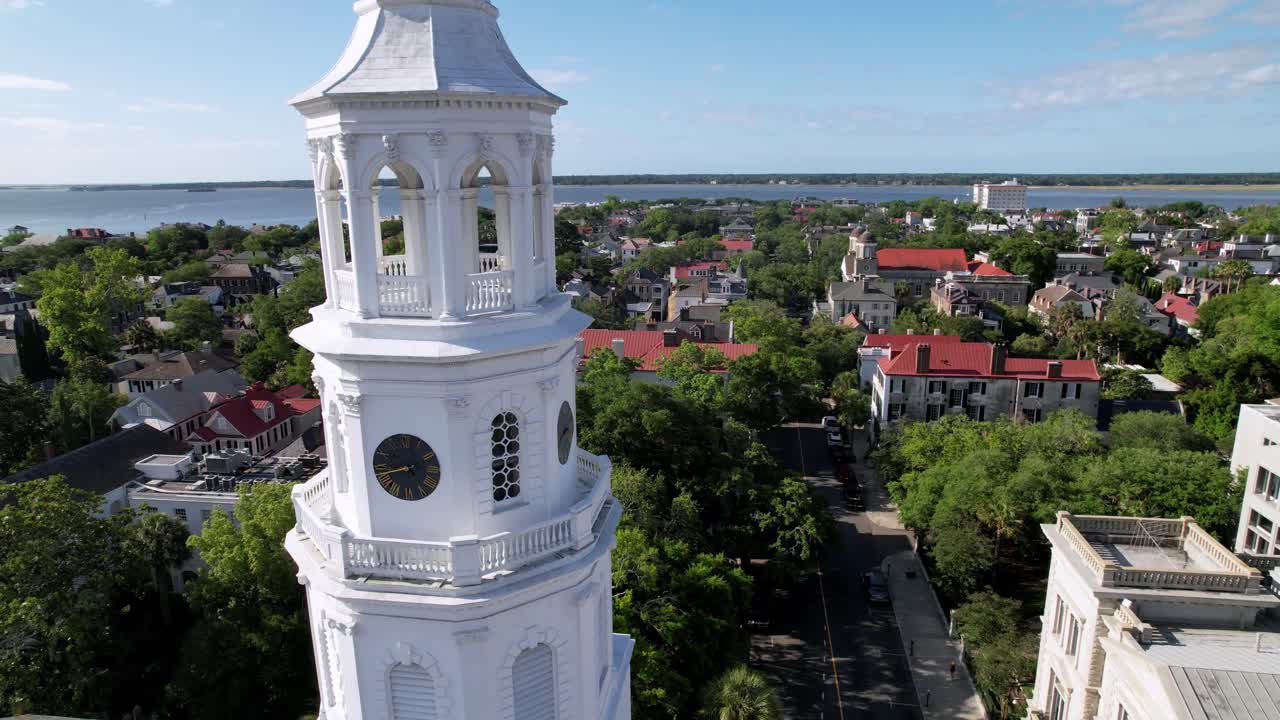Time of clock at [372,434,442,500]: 4:42
